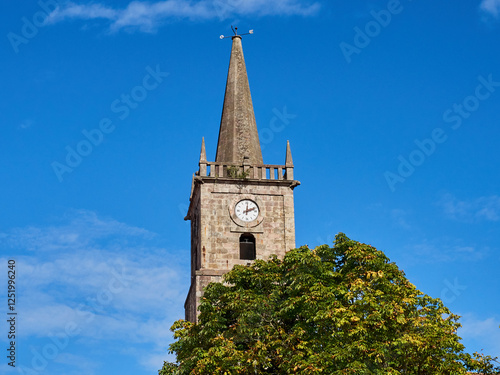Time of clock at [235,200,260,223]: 12:11
